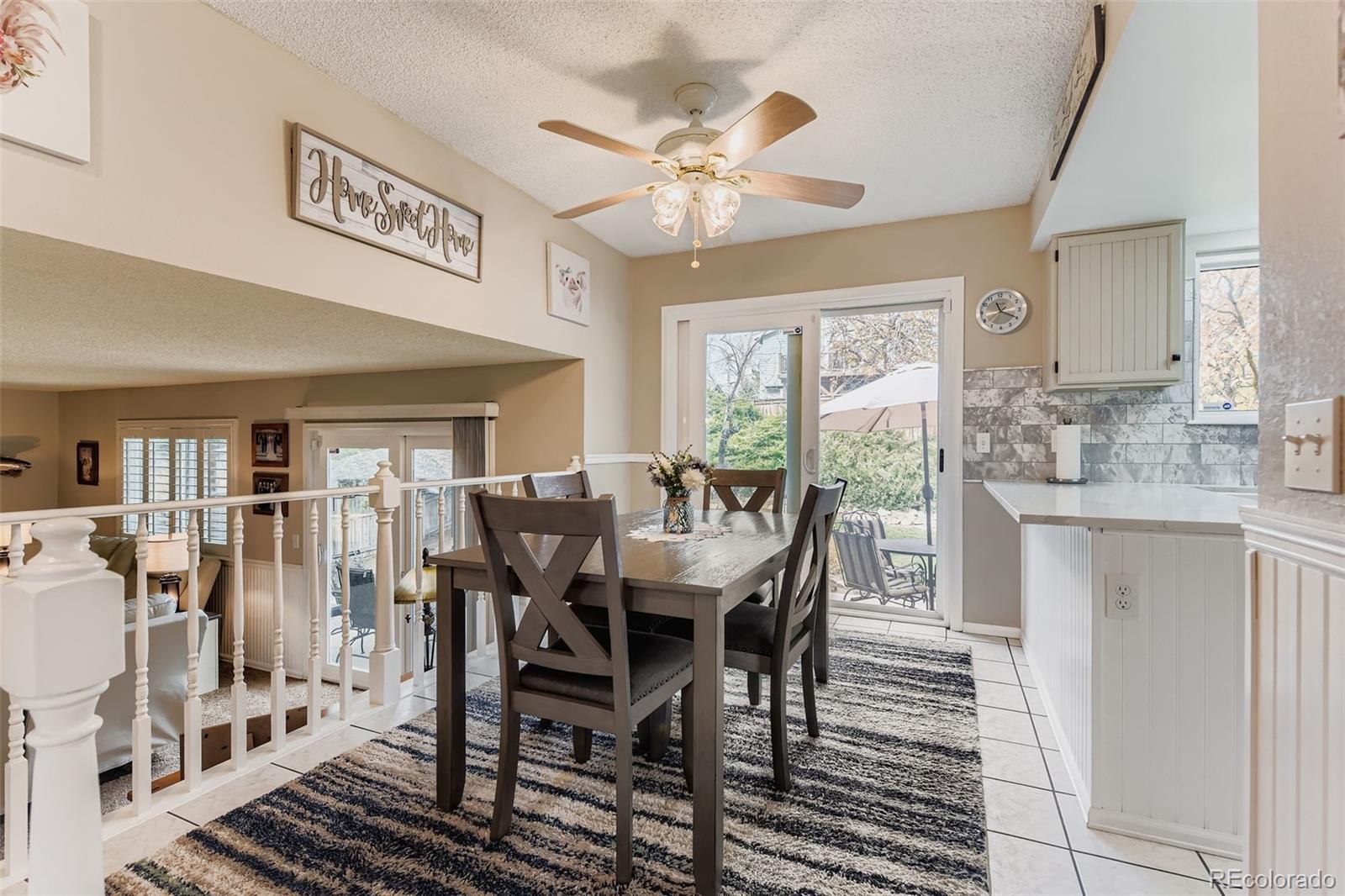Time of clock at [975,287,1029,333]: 11:19
